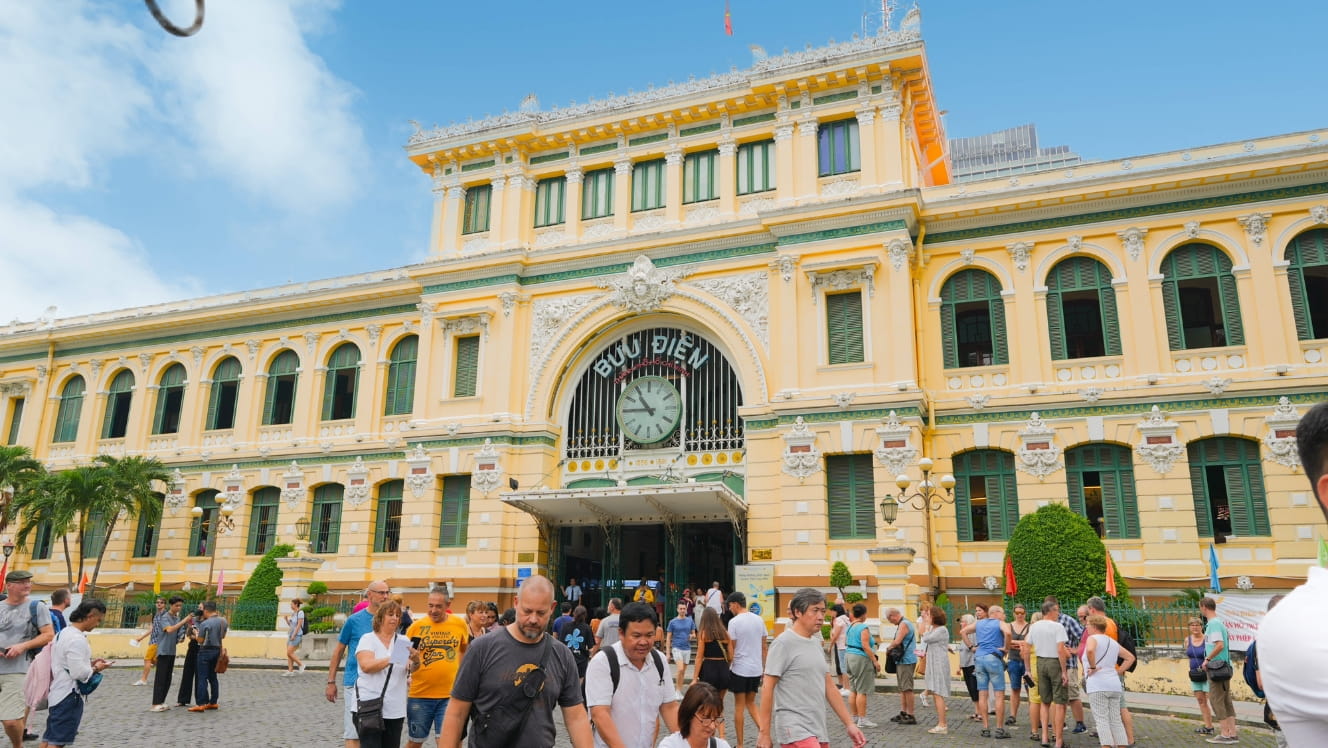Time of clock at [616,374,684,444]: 10:45
